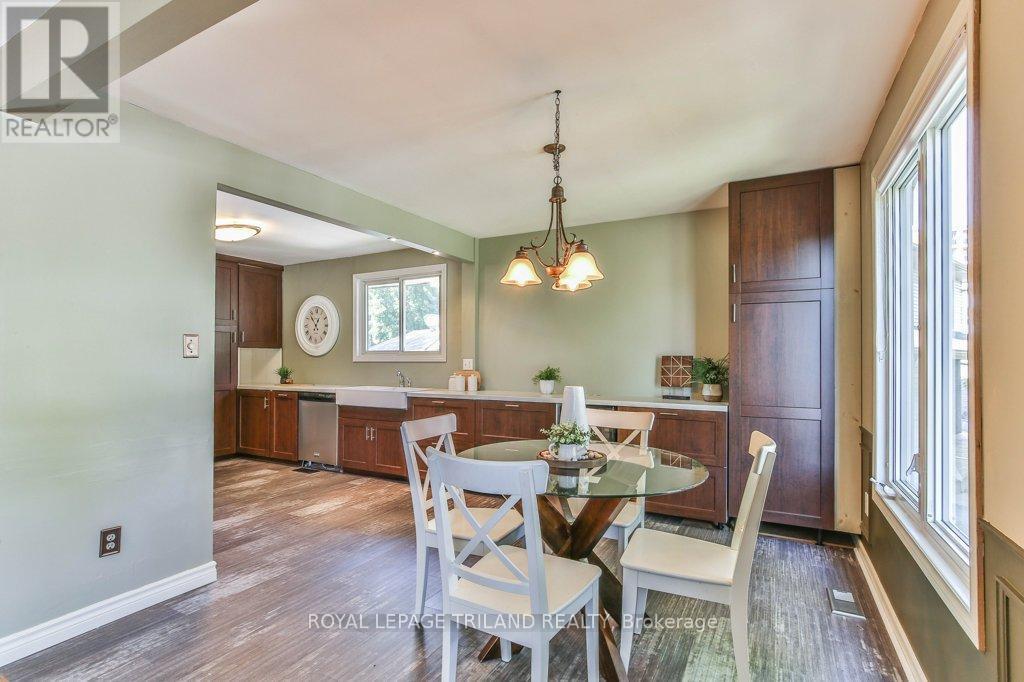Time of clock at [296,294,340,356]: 12:53
